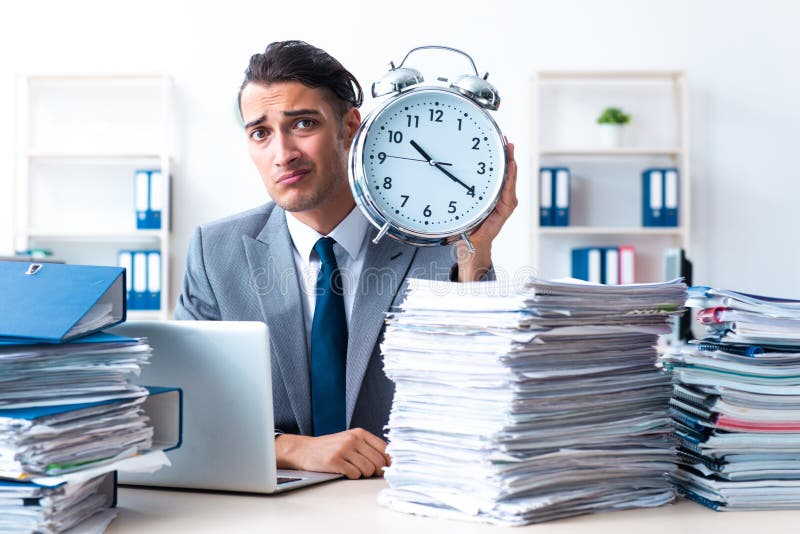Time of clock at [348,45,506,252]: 10:19
